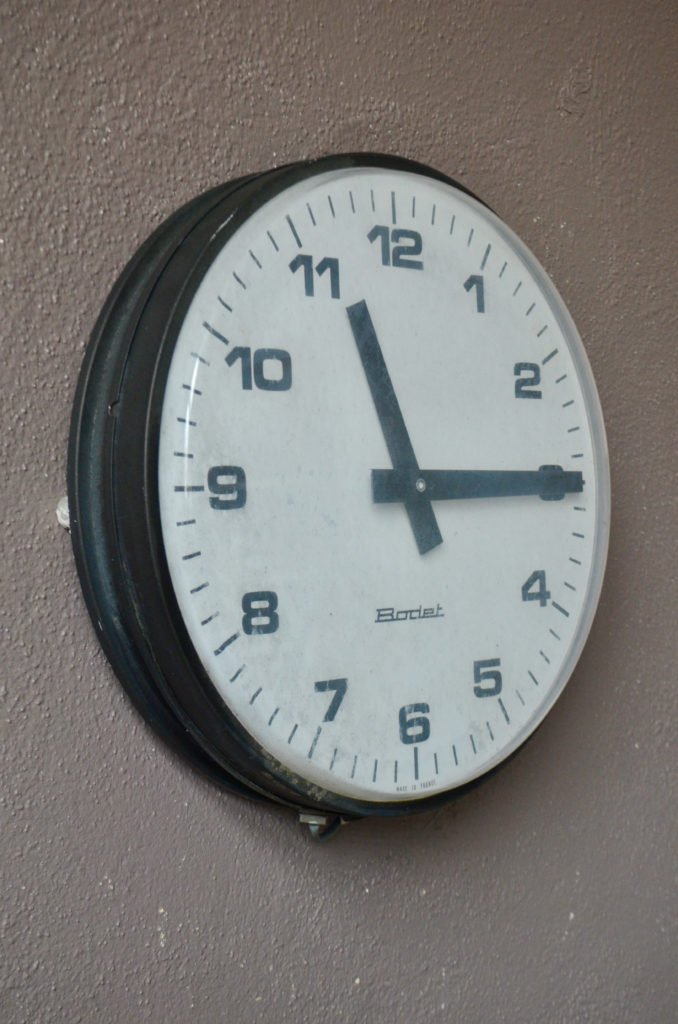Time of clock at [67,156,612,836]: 11:14
